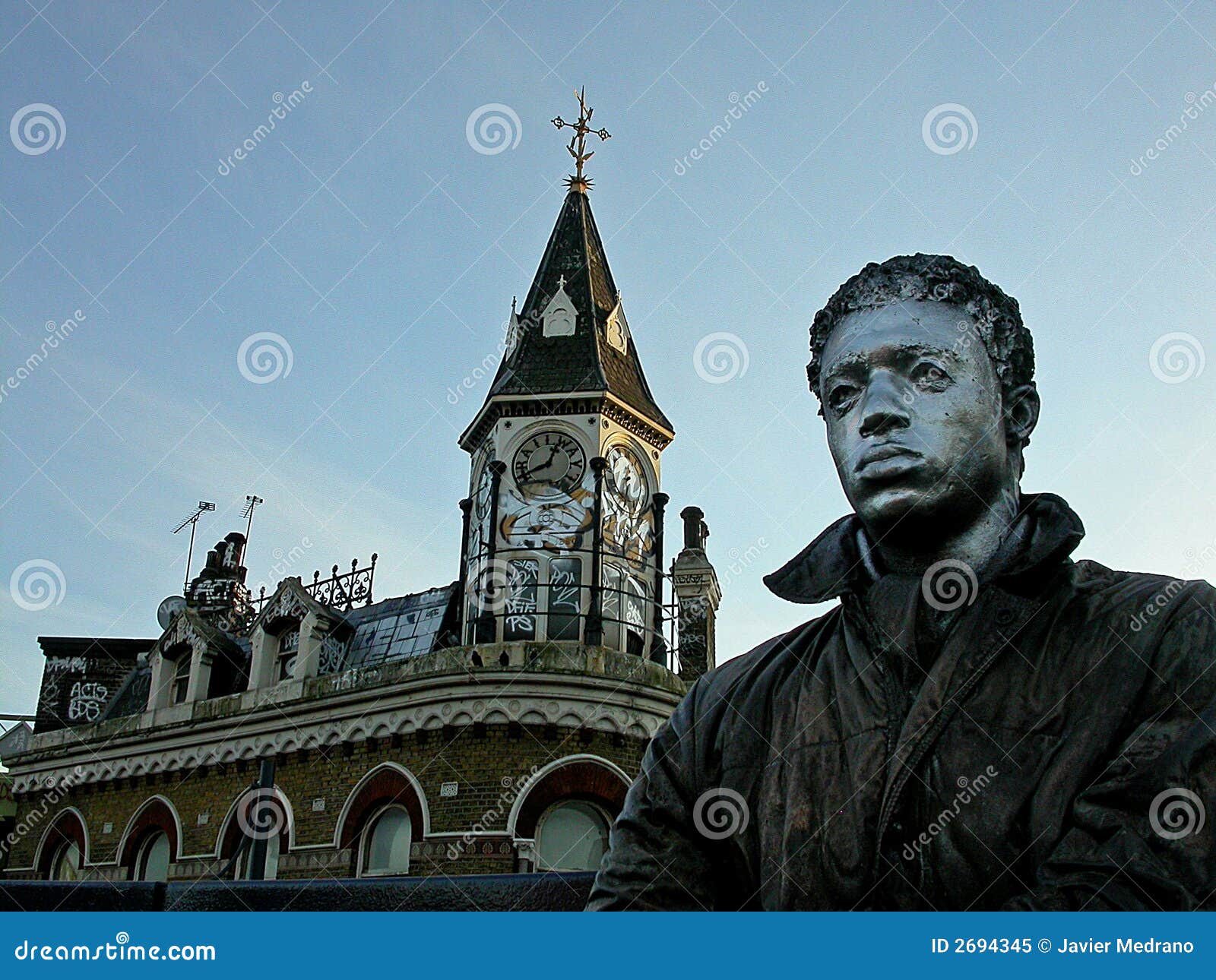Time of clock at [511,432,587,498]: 12:41
